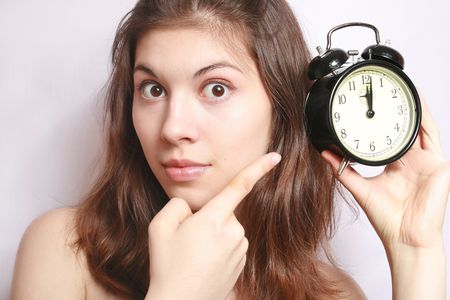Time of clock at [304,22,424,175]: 12:01
